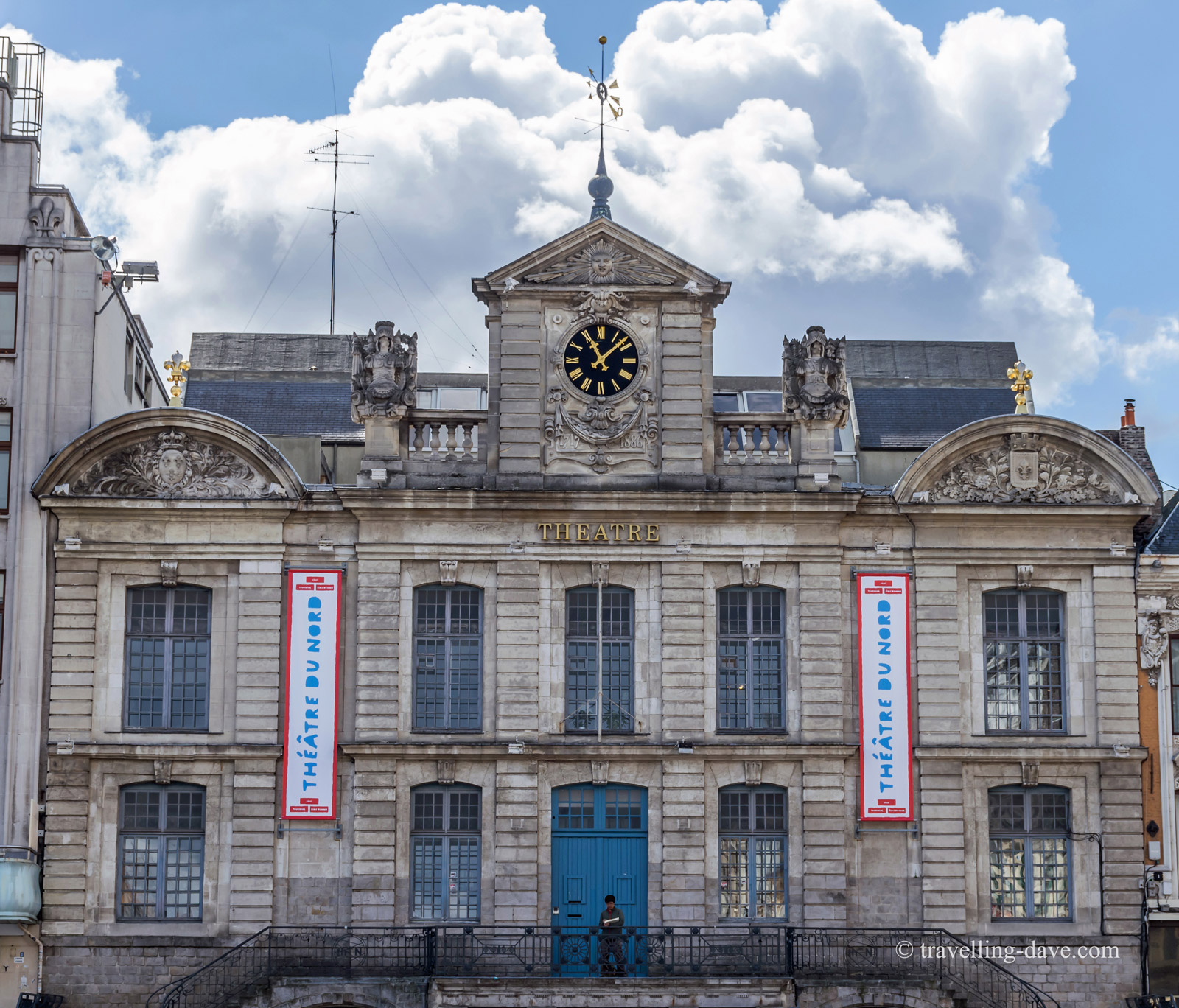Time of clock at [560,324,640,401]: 11:08
